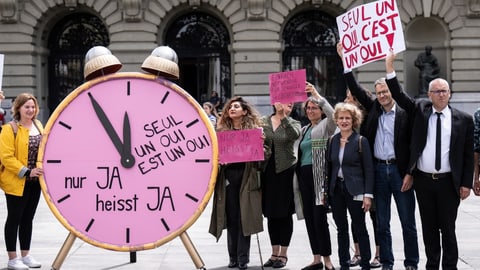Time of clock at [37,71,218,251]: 11:54
